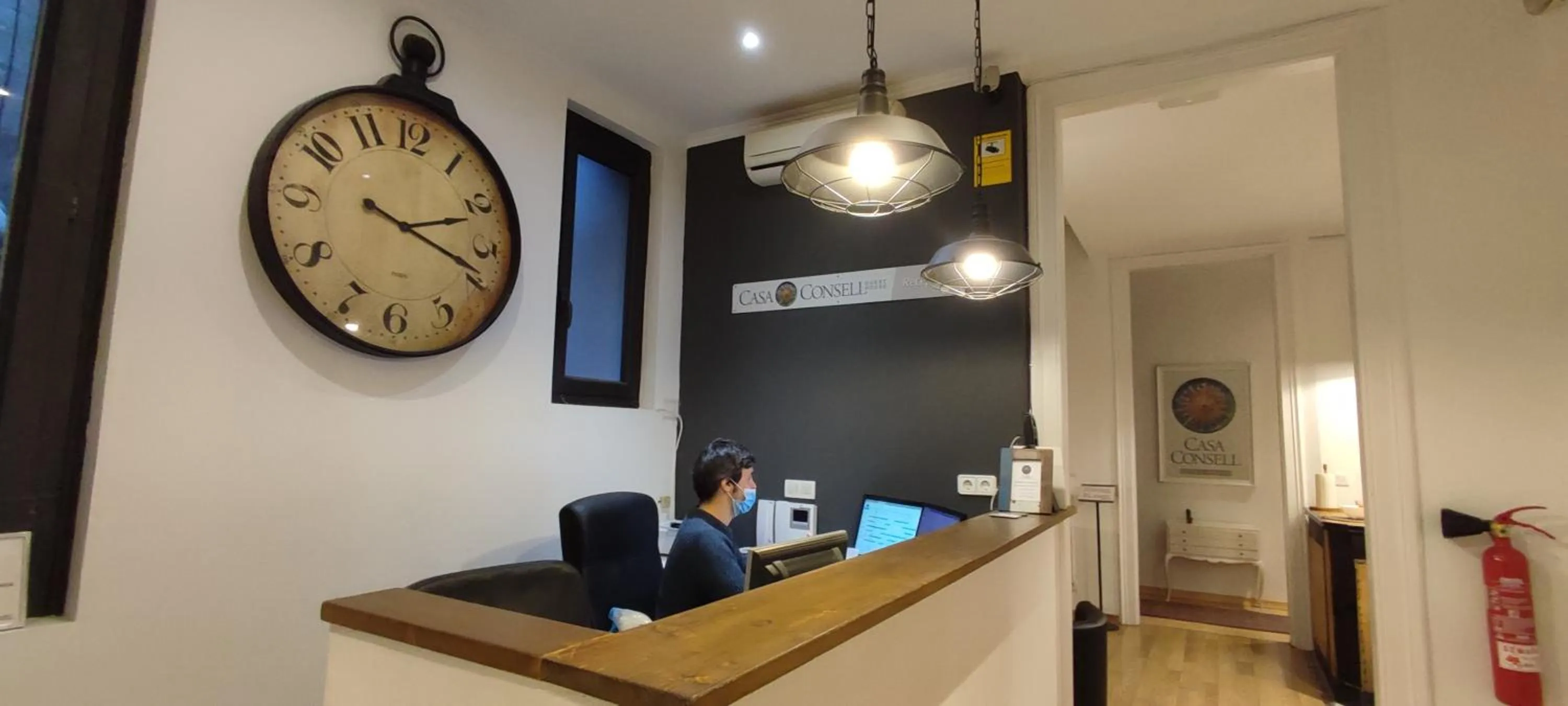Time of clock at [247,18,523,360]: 2:18
